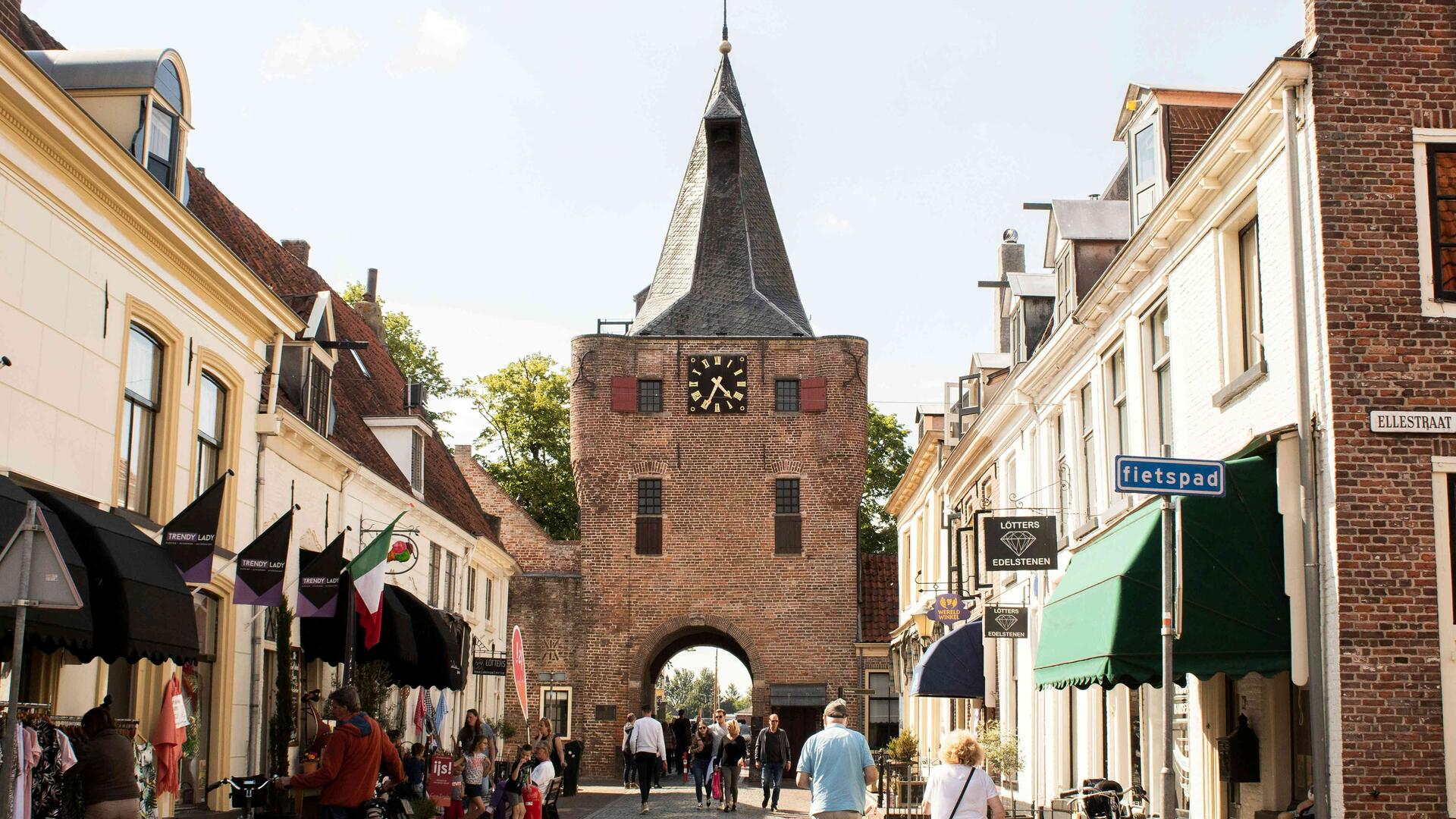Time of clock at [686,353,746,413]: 4:34
